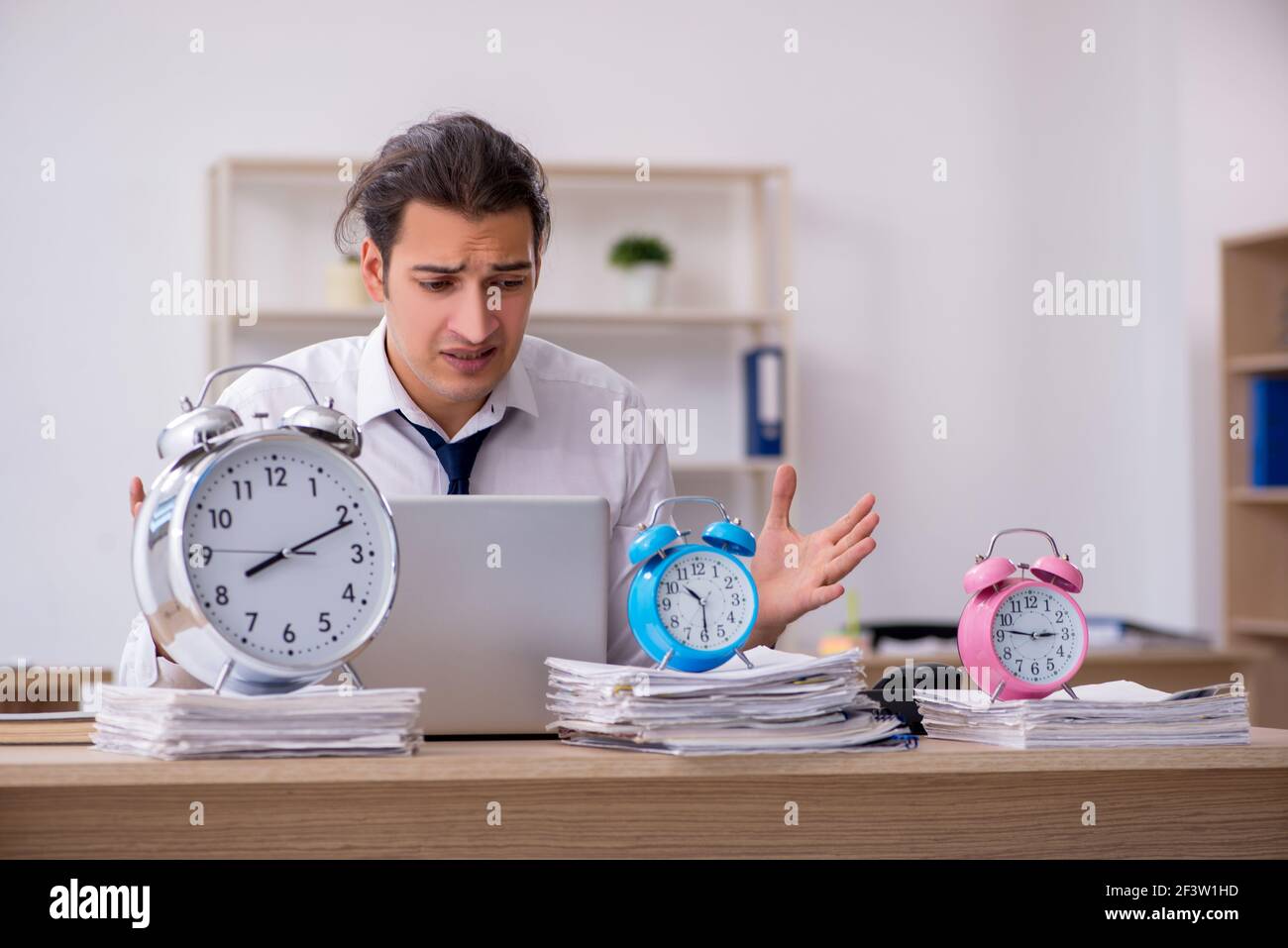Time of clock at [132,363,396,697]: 8:11
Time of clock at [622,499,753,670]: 10:29
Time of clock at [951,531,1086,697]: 2:46
